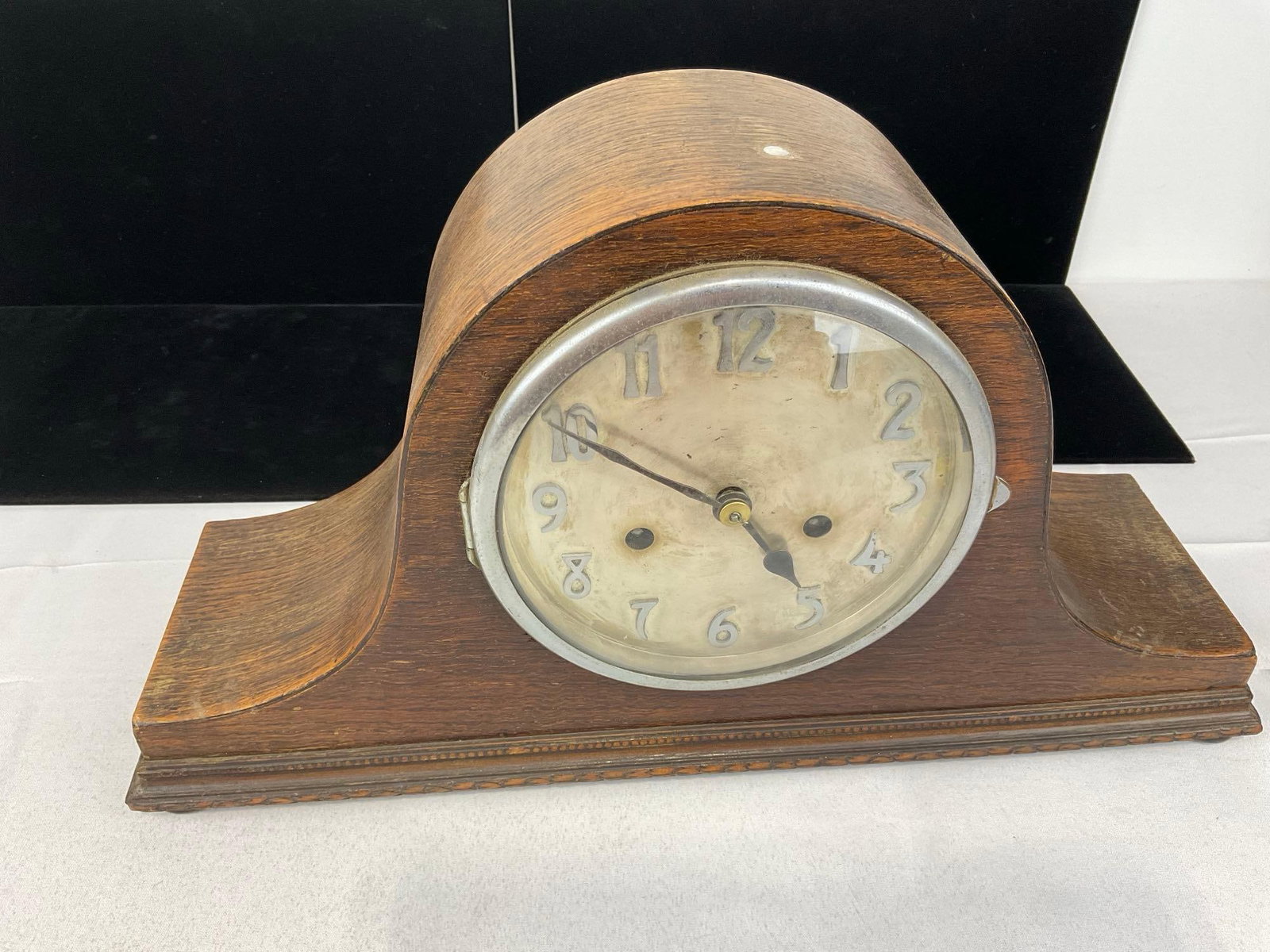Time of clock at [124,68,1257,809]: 4:49
